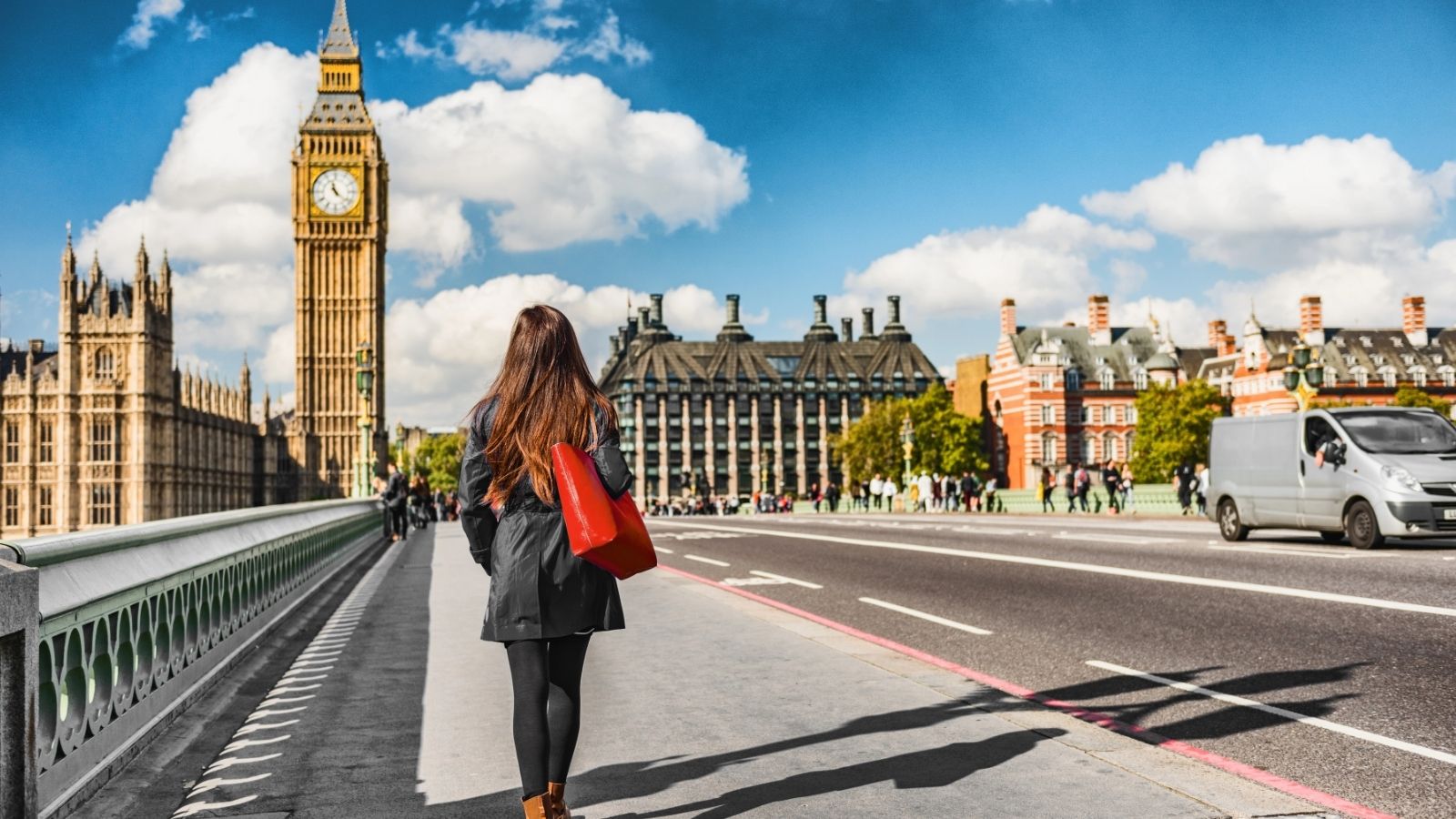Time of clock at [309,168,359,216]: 11:21
